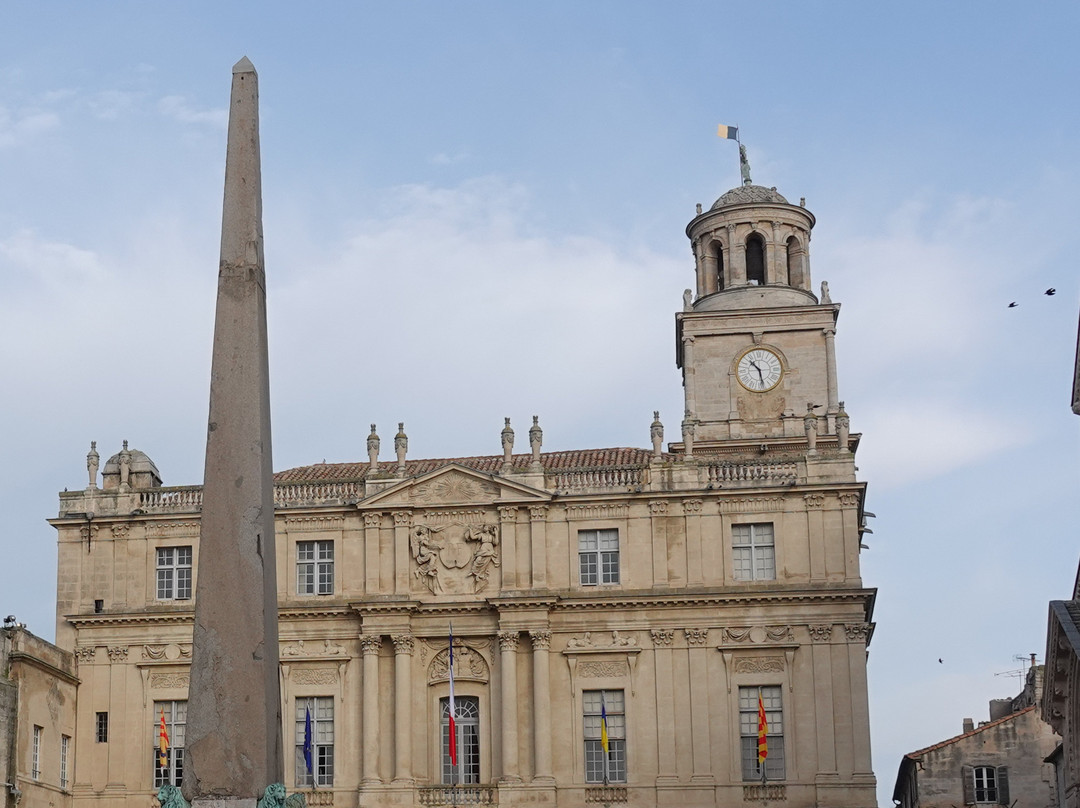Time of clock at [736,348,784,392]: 10:28
